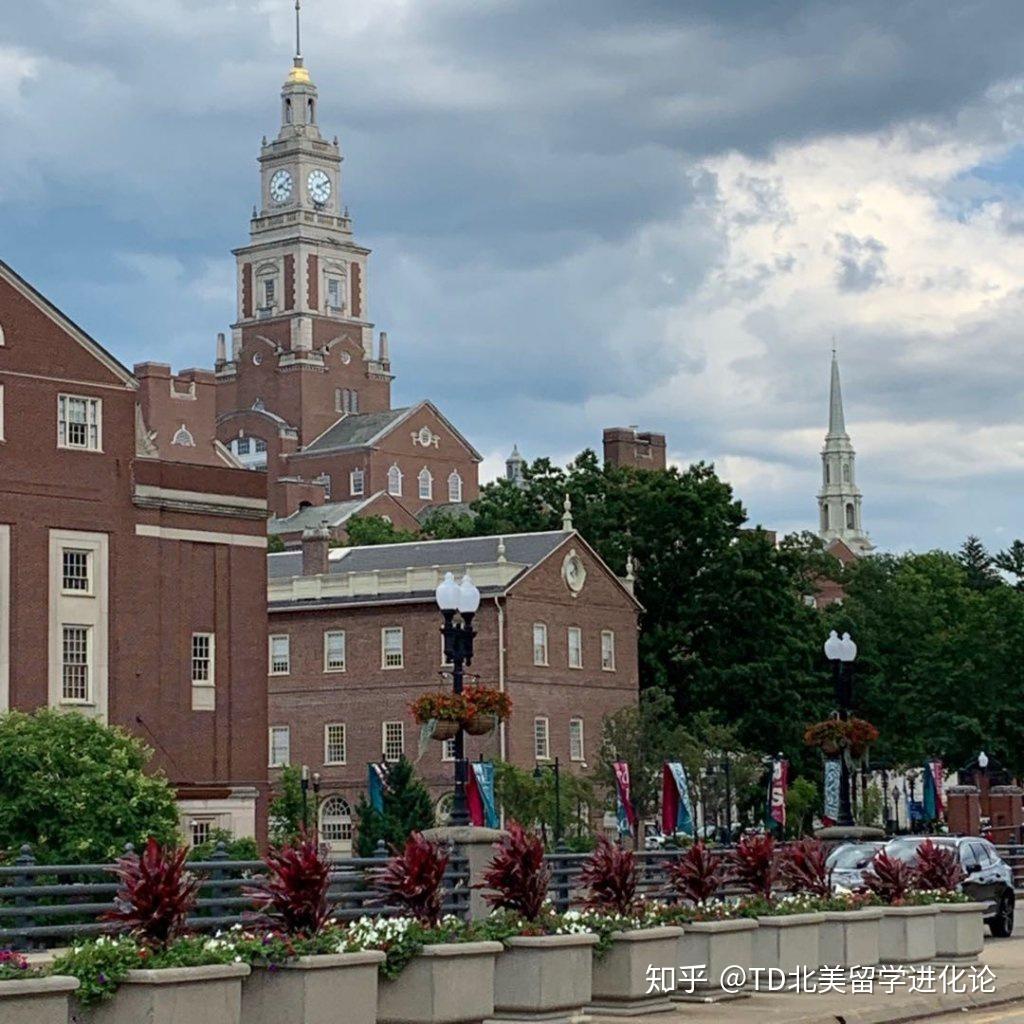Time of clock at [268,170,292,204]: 4:09
